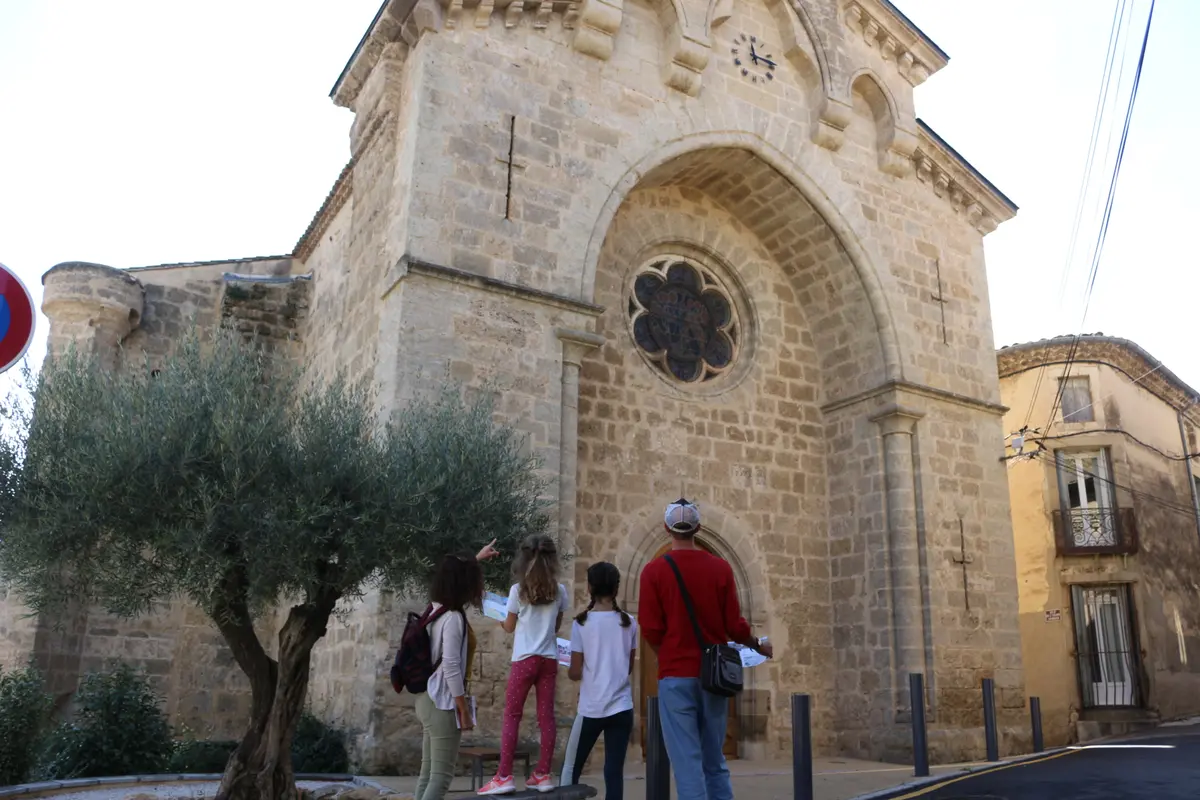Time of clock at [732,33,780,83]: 2:58
